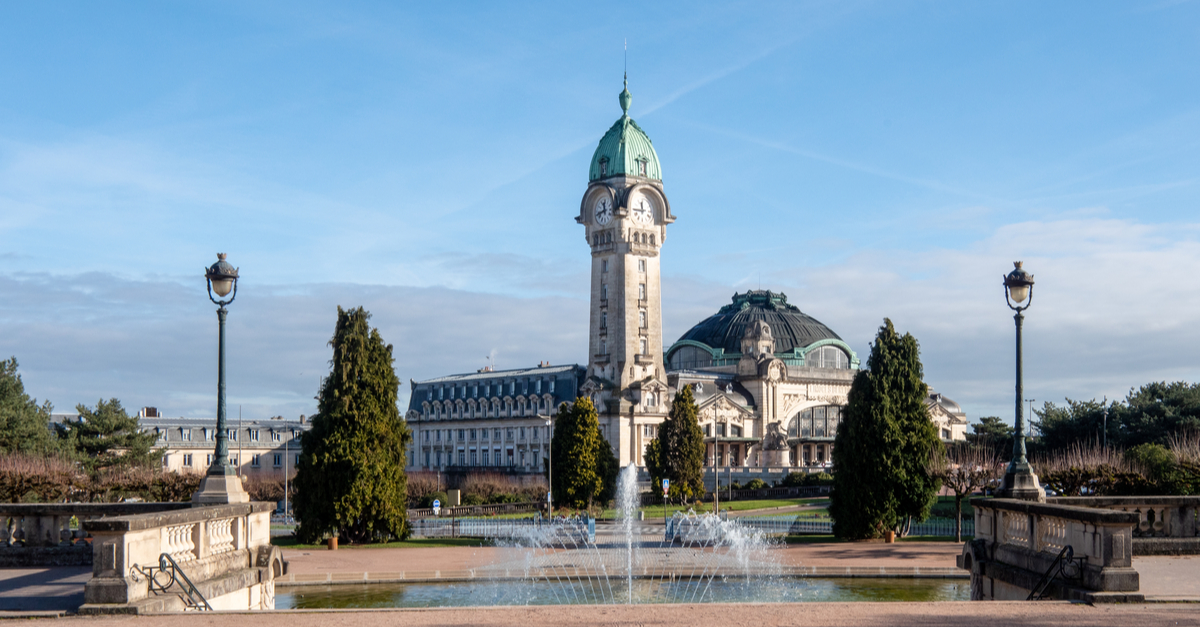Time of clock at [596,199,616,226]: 11:42
